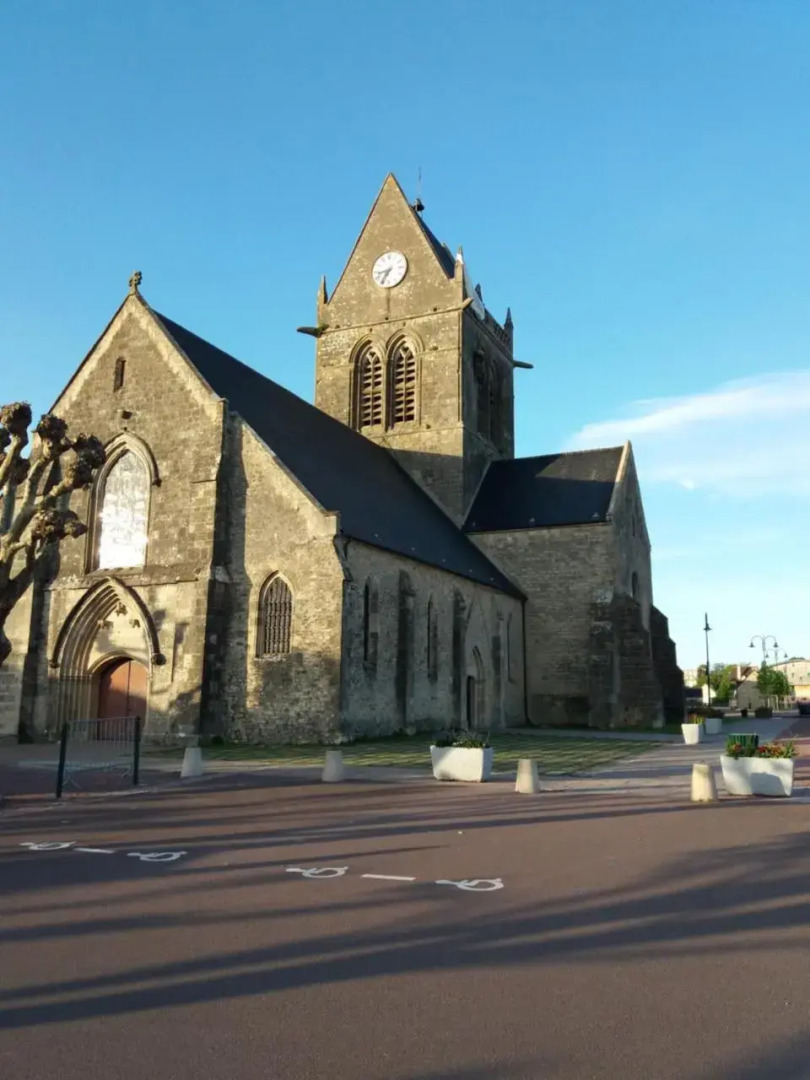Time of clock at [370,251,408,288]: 8:35
